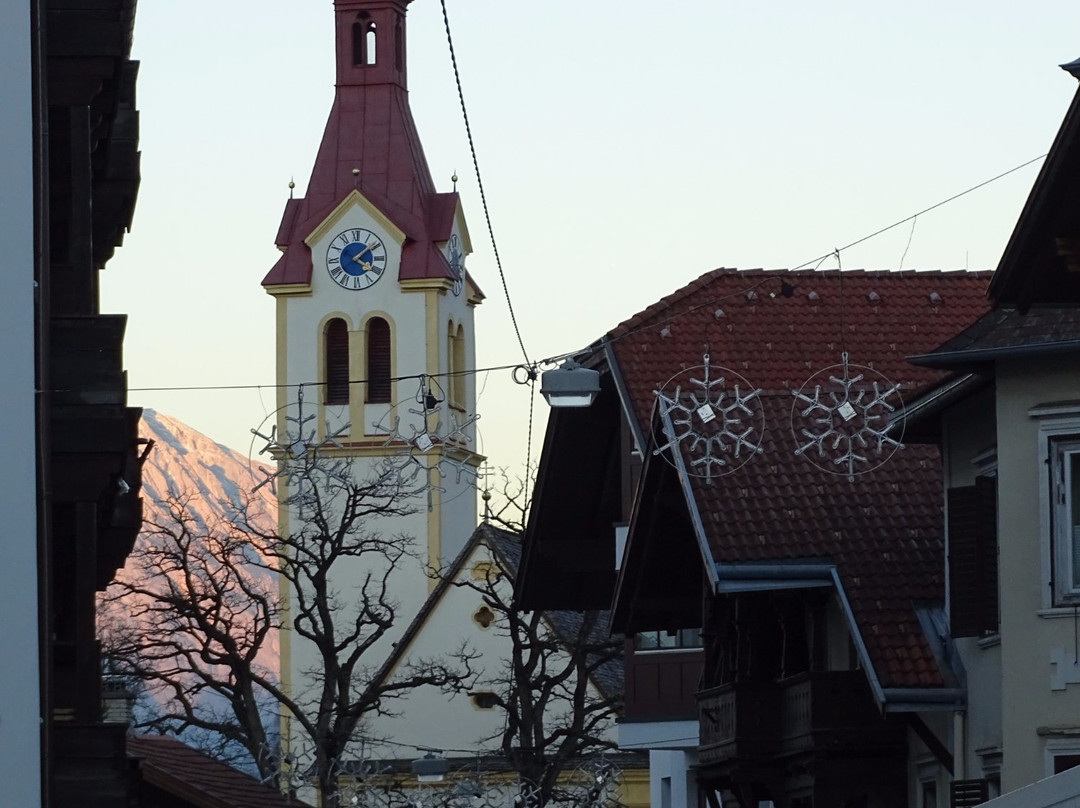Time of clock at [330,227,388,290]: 4:08
